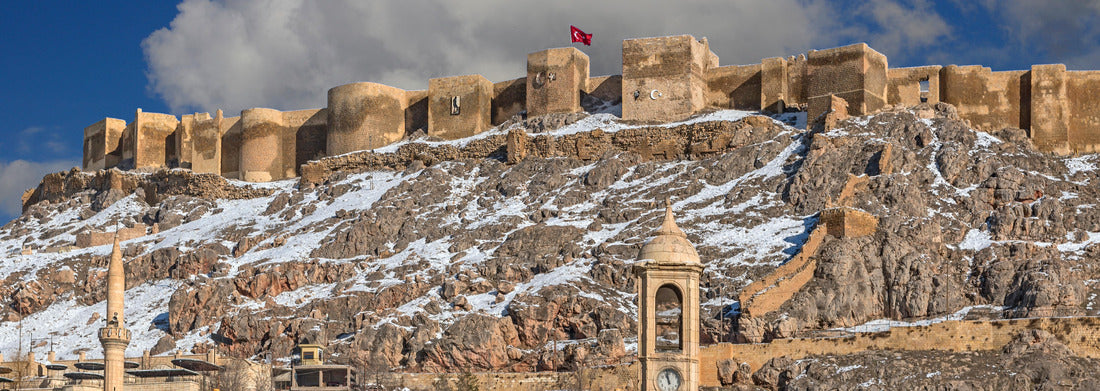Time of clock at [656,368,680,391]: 10:58
